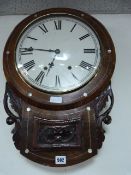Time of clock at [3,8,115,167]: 6:45
